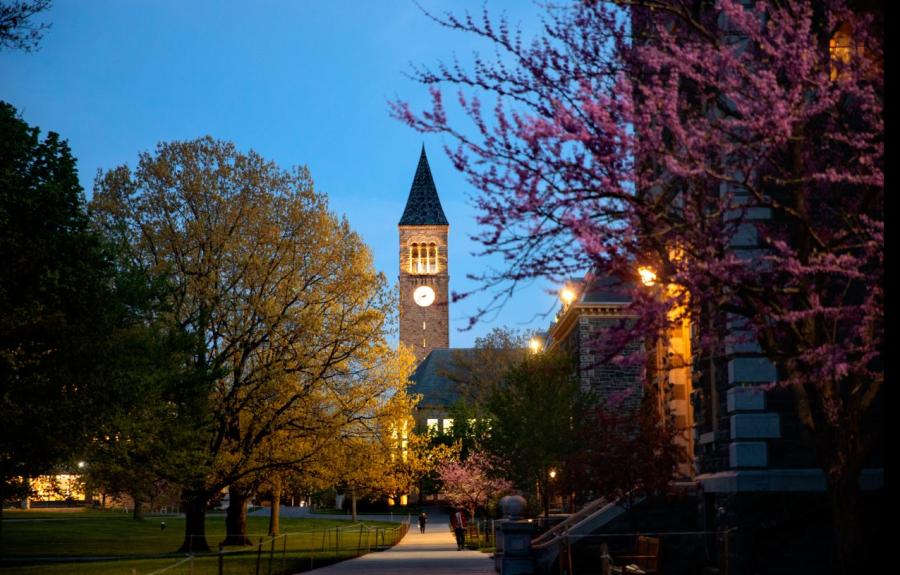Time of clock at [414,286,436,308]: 8:38
